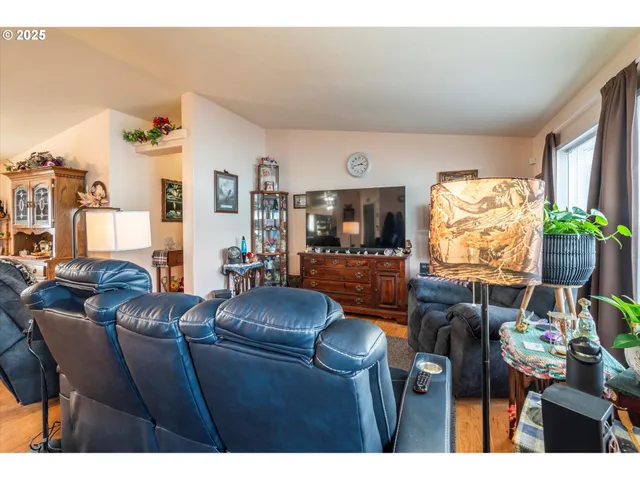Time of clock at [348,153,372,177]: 2:42
